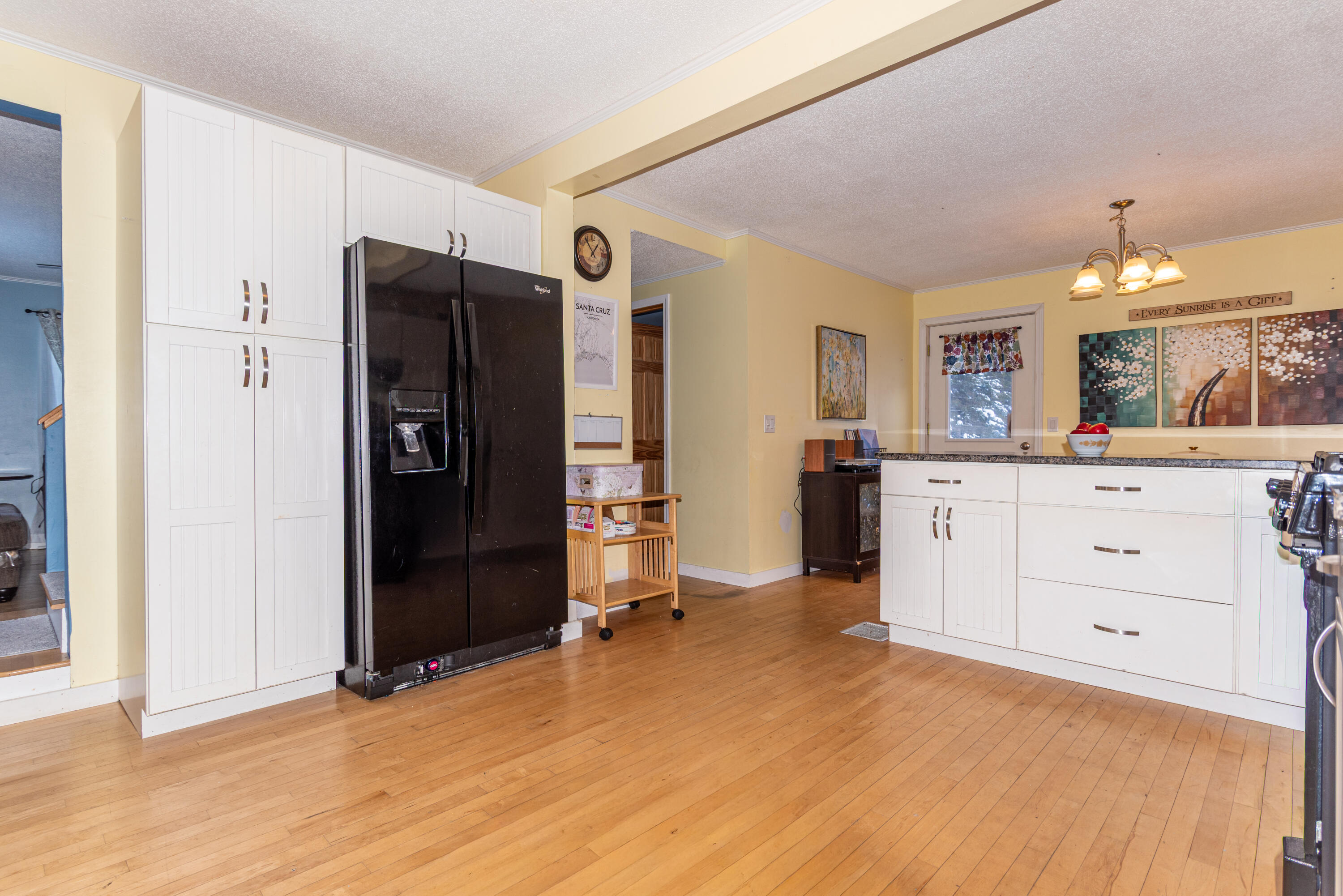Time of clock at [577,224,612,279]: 12:53
